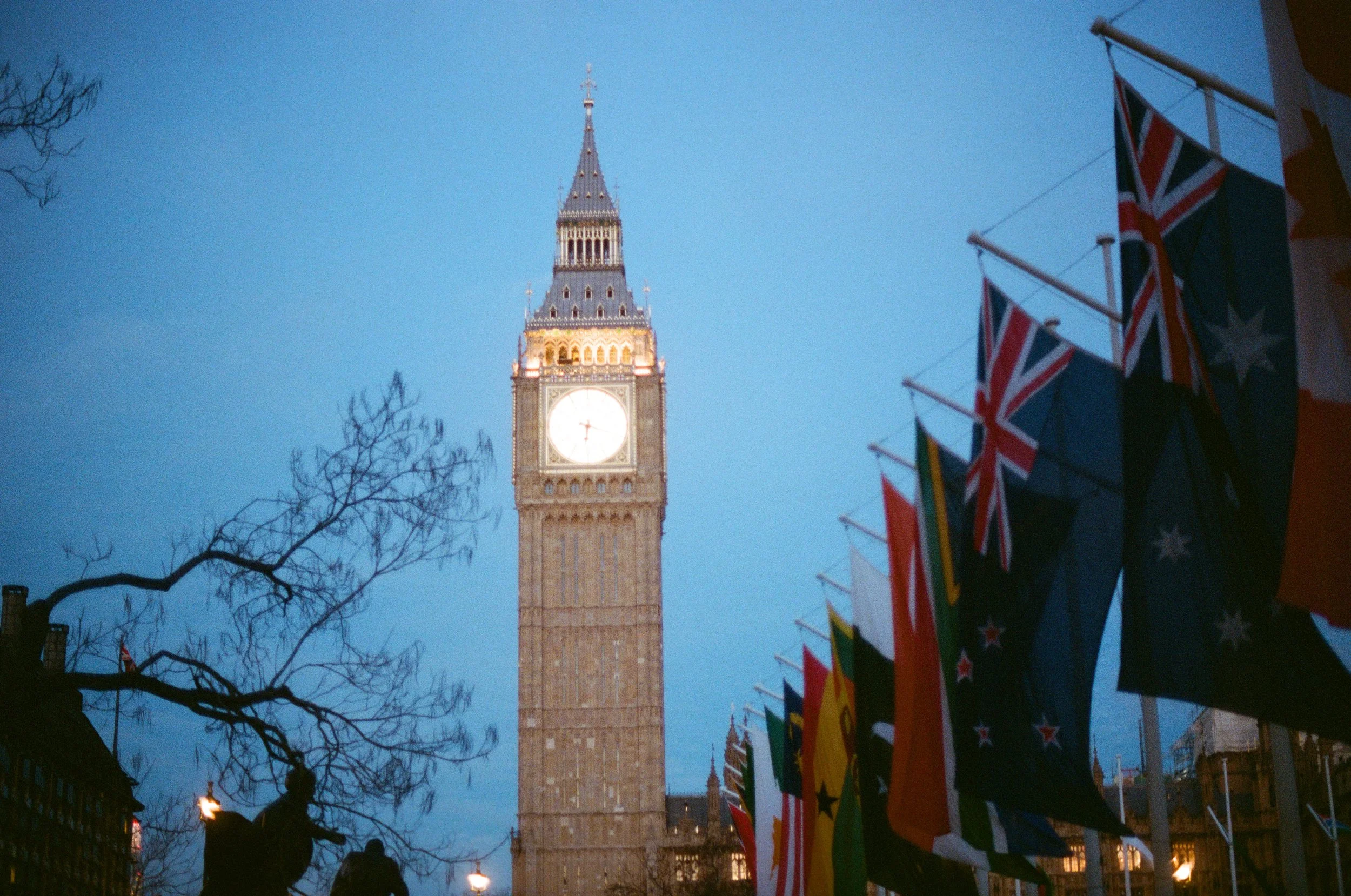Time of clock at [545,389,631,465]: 6:17
